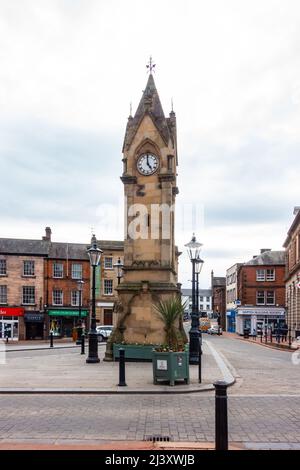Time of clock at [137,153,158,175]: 4:59
